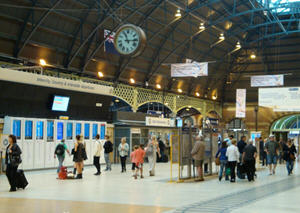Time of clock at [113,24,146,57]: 11:14
